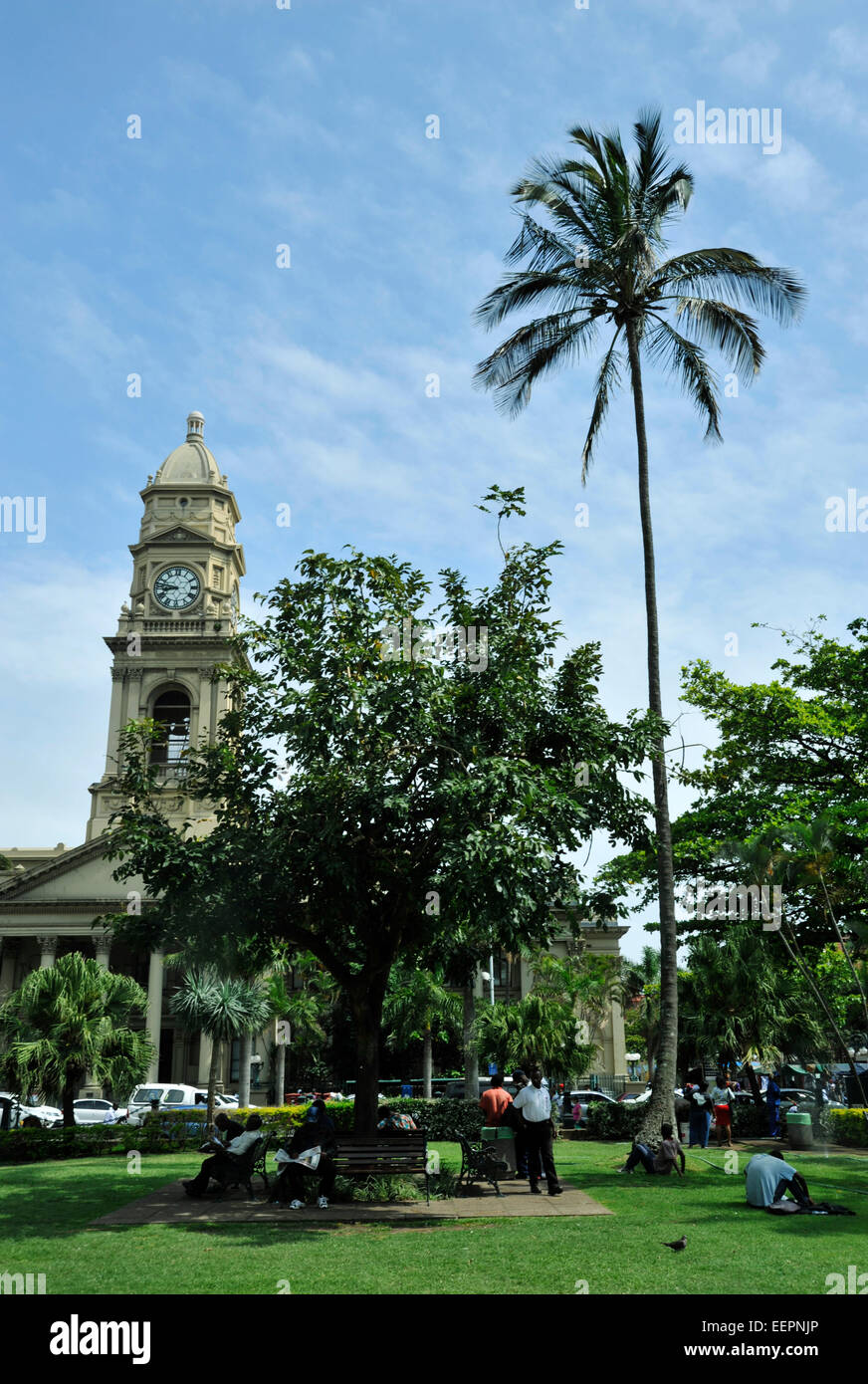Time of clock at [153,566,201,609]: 8:47
